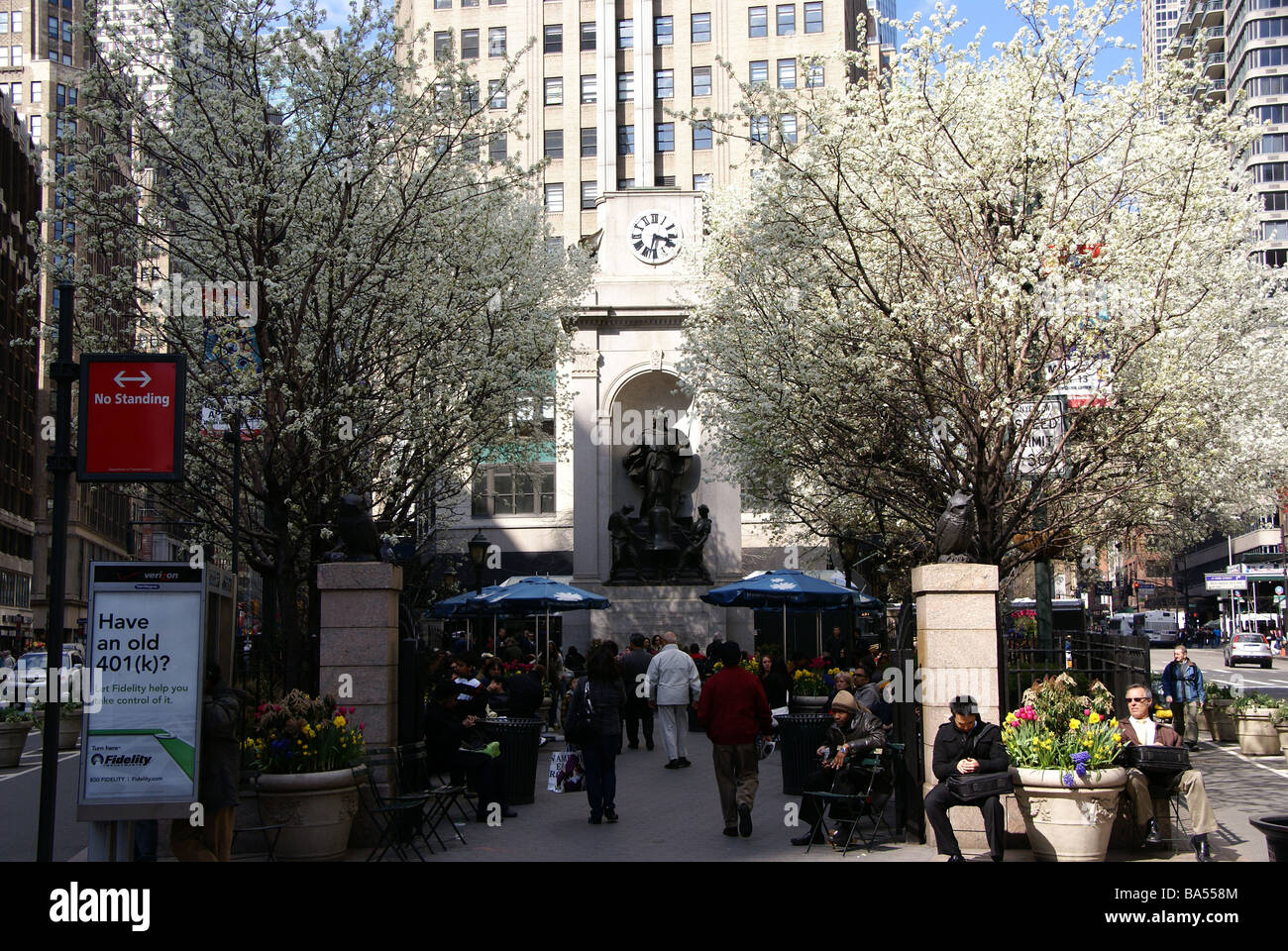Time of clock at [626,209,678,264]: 3:32
